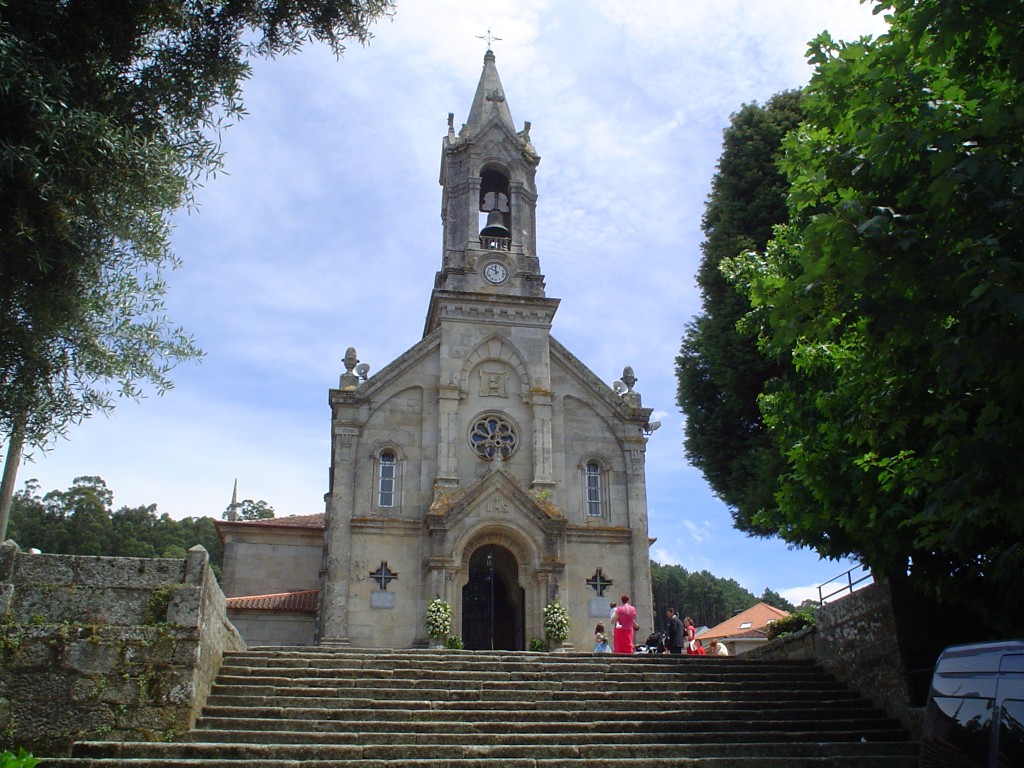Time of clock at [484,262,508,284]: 11:51
